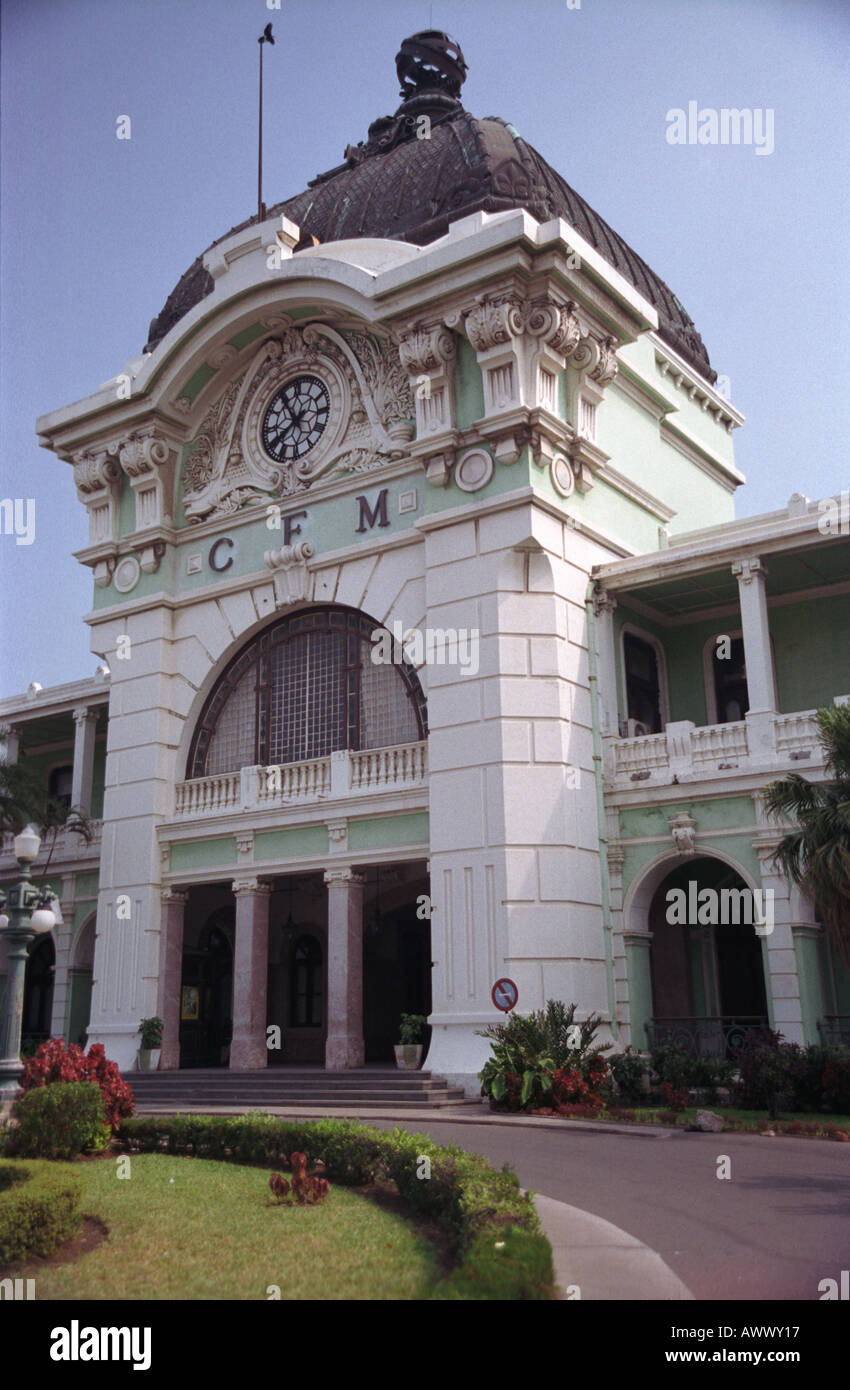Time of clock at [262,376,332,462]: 7:54
